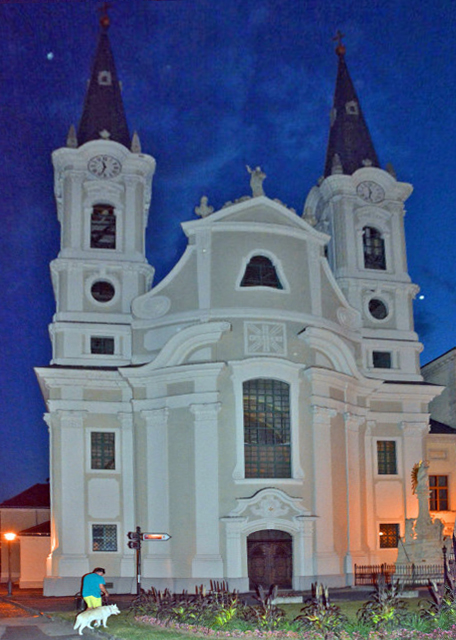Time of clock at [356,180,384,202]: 11:32
